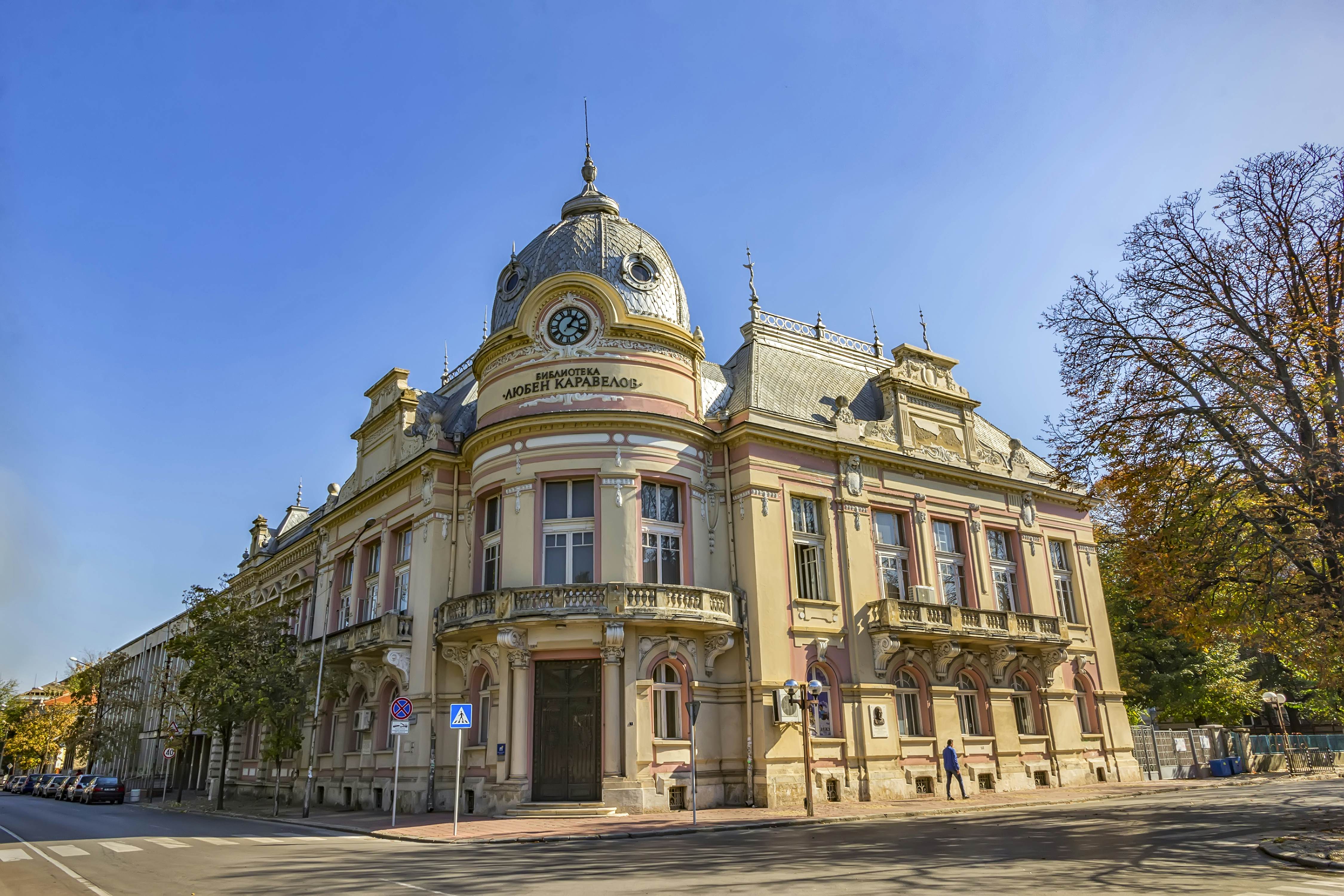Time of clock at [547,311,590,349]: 1:18
